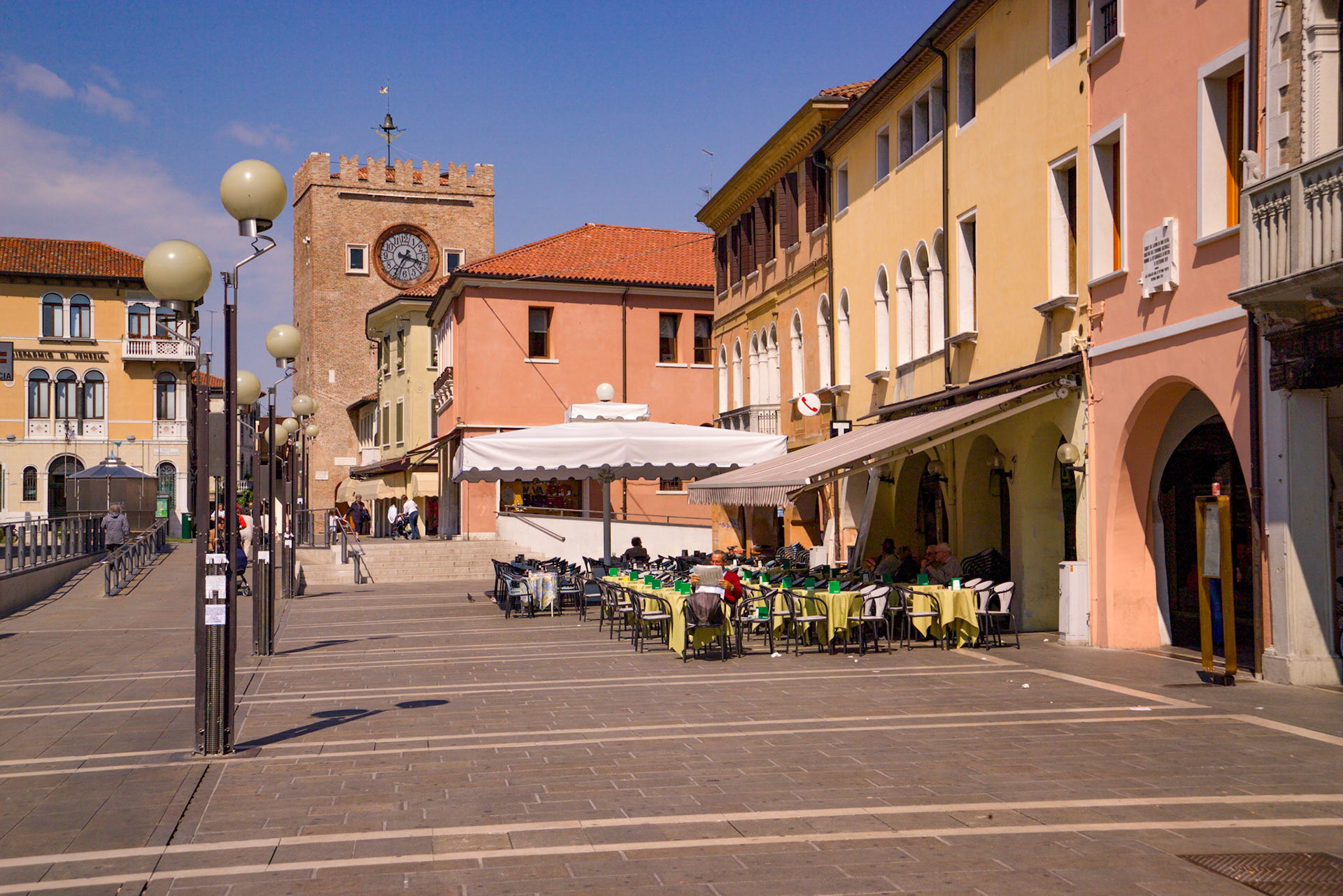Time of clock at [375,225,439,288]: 3:35
